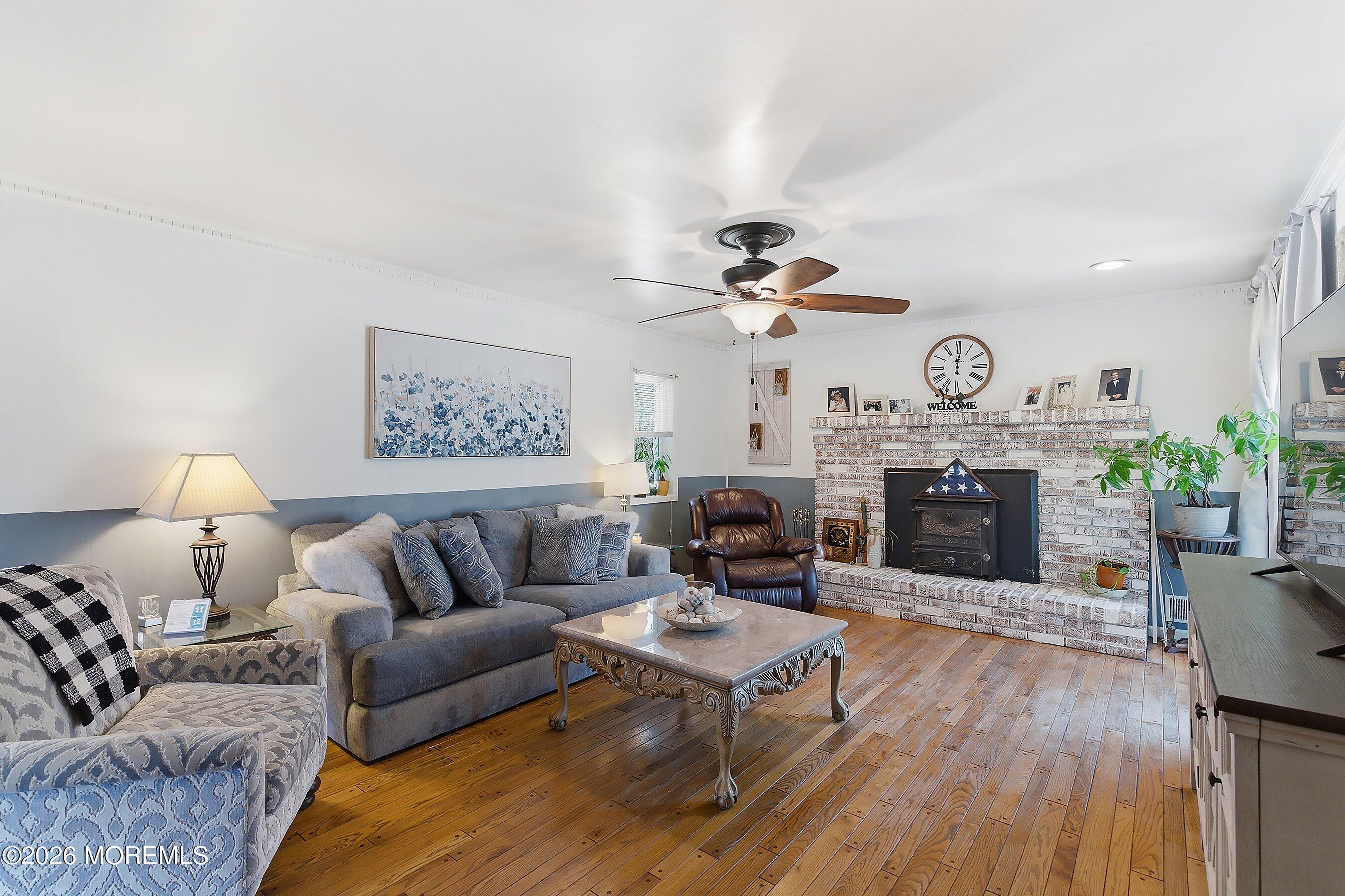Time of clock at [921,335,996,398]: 12:00
